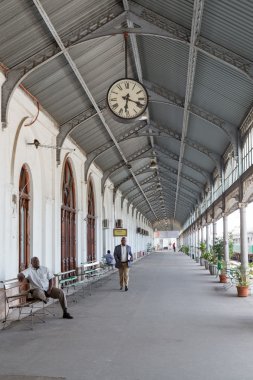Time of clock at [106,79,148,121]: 6:18
